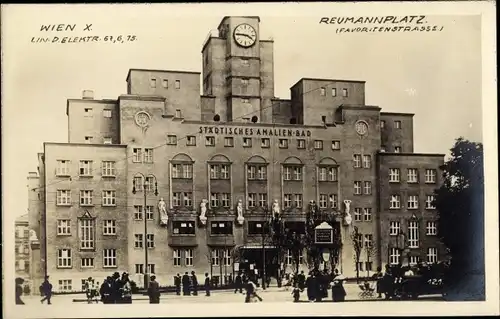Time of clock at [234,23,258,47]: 3:45
